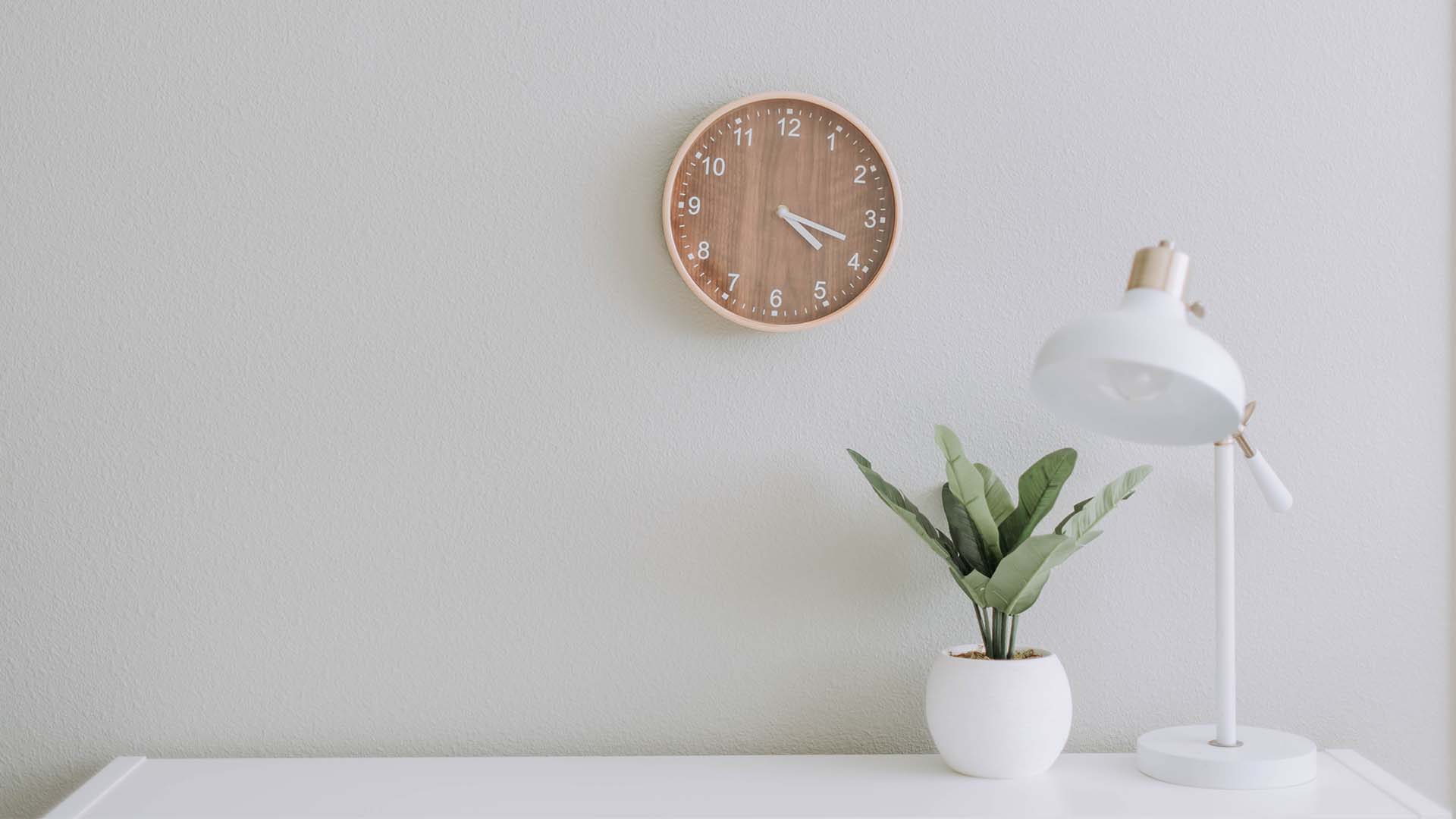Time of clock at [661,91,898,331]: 4:18
